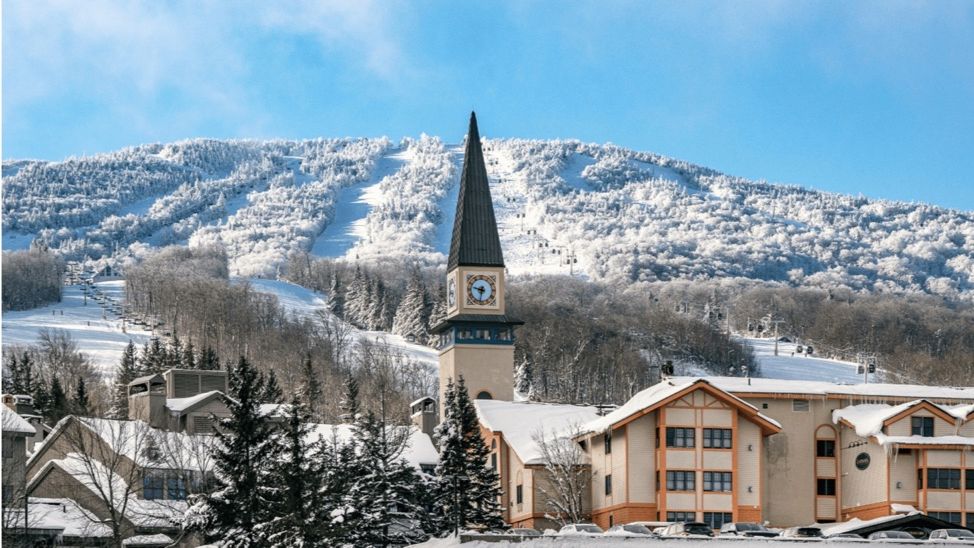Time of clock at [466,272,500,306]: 9:32
